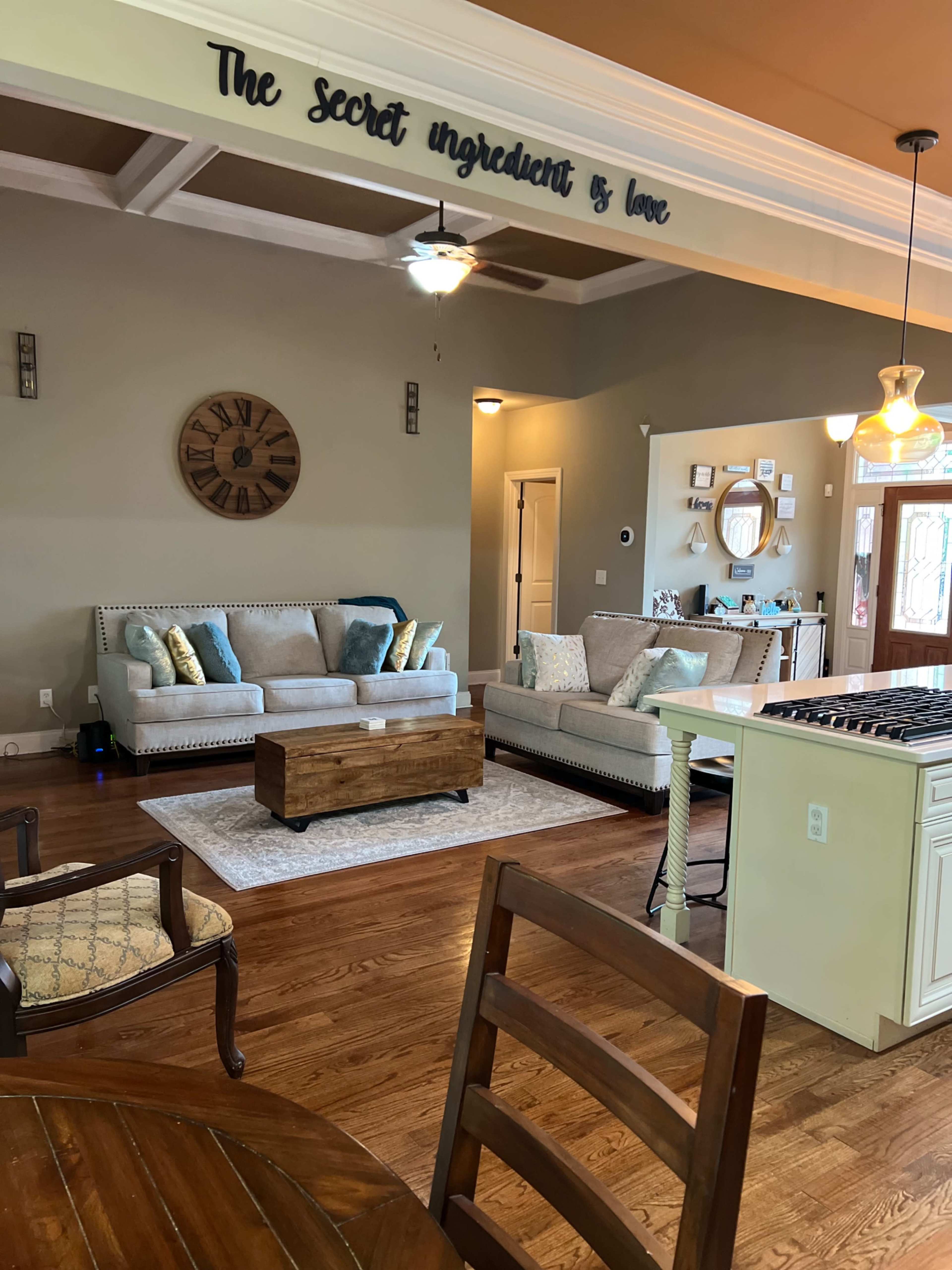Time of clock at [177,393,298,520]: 12:07
